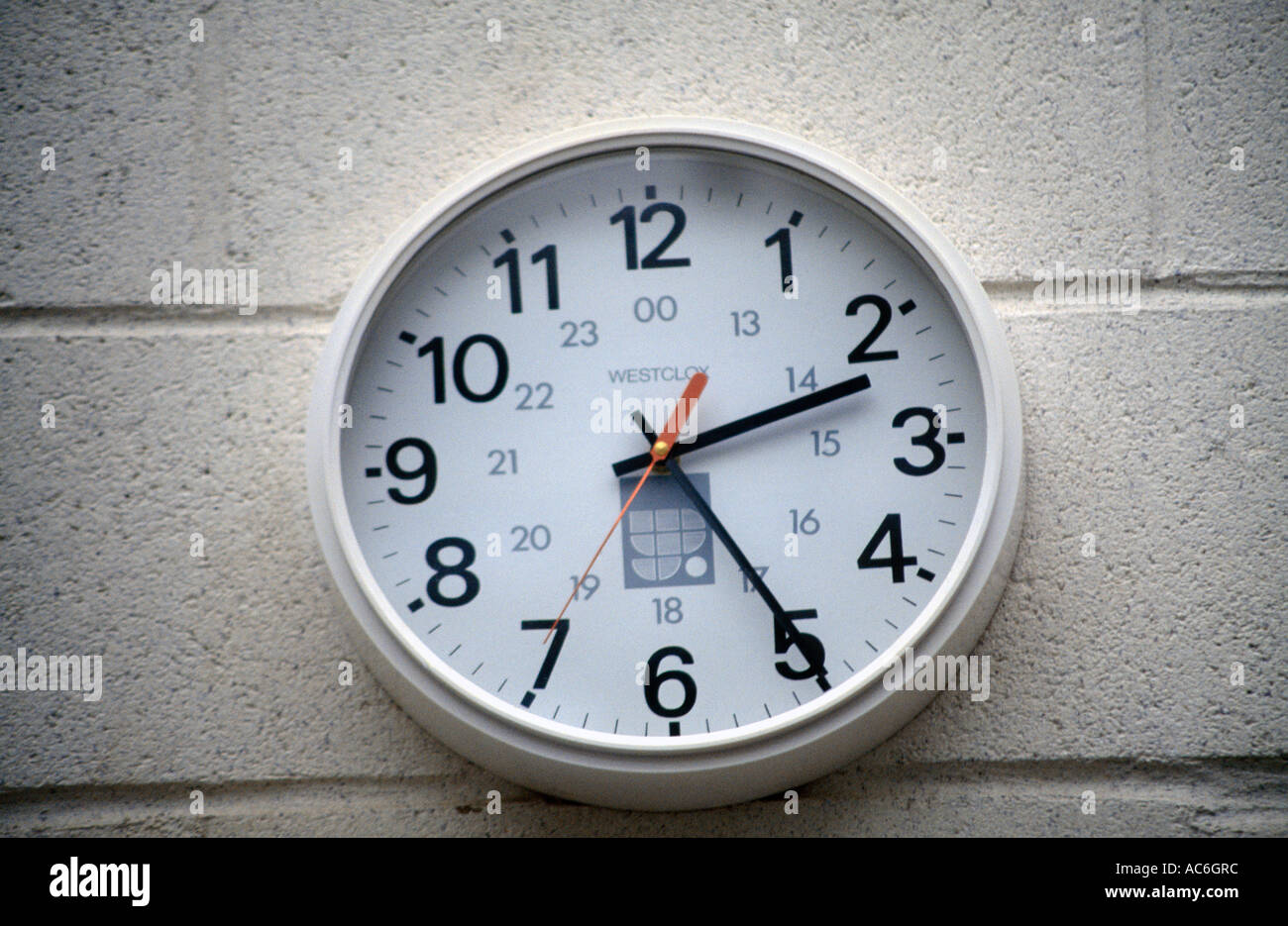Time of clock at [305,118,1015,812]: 2:24
